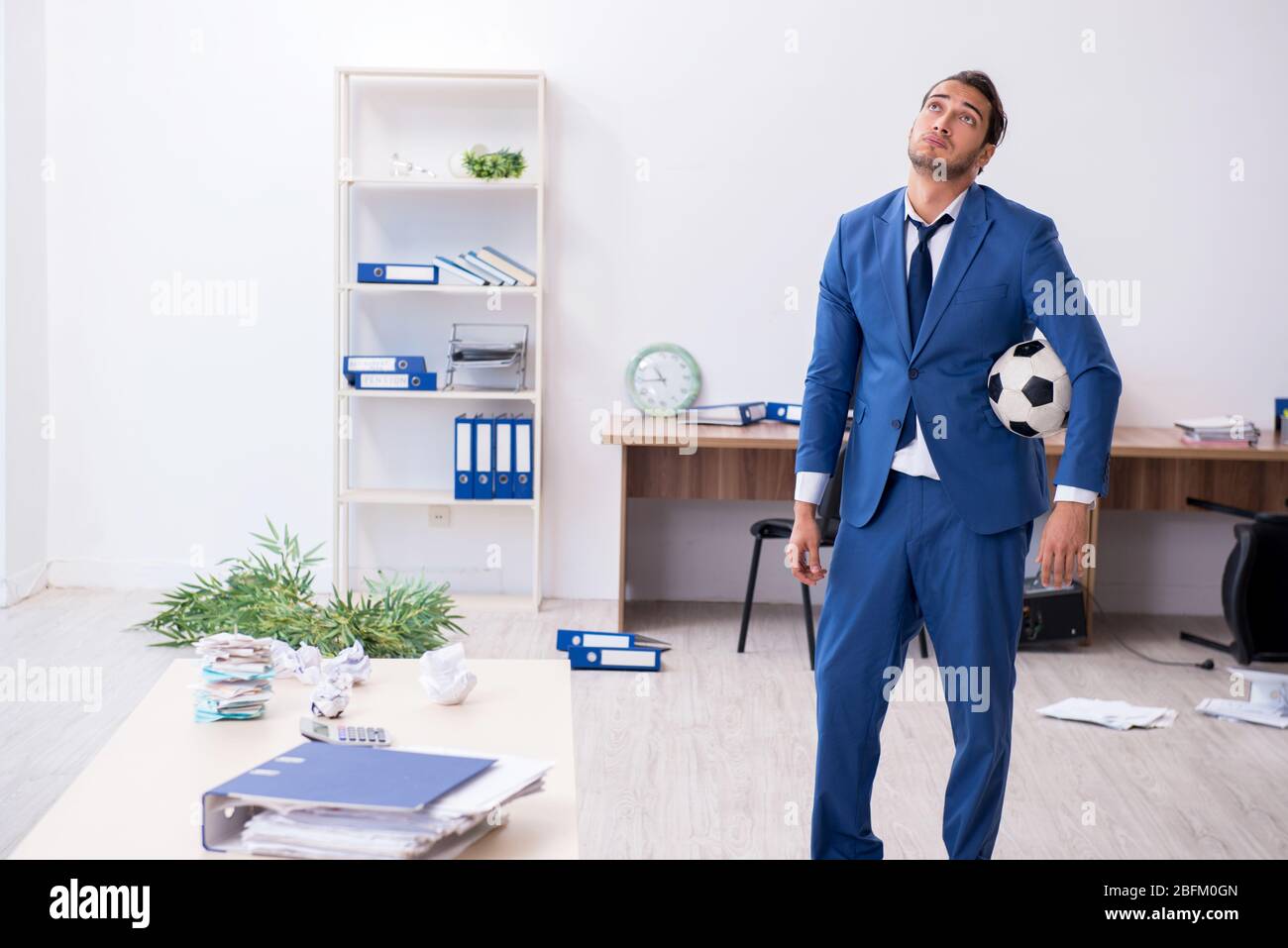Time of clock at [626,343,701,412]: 10:44
